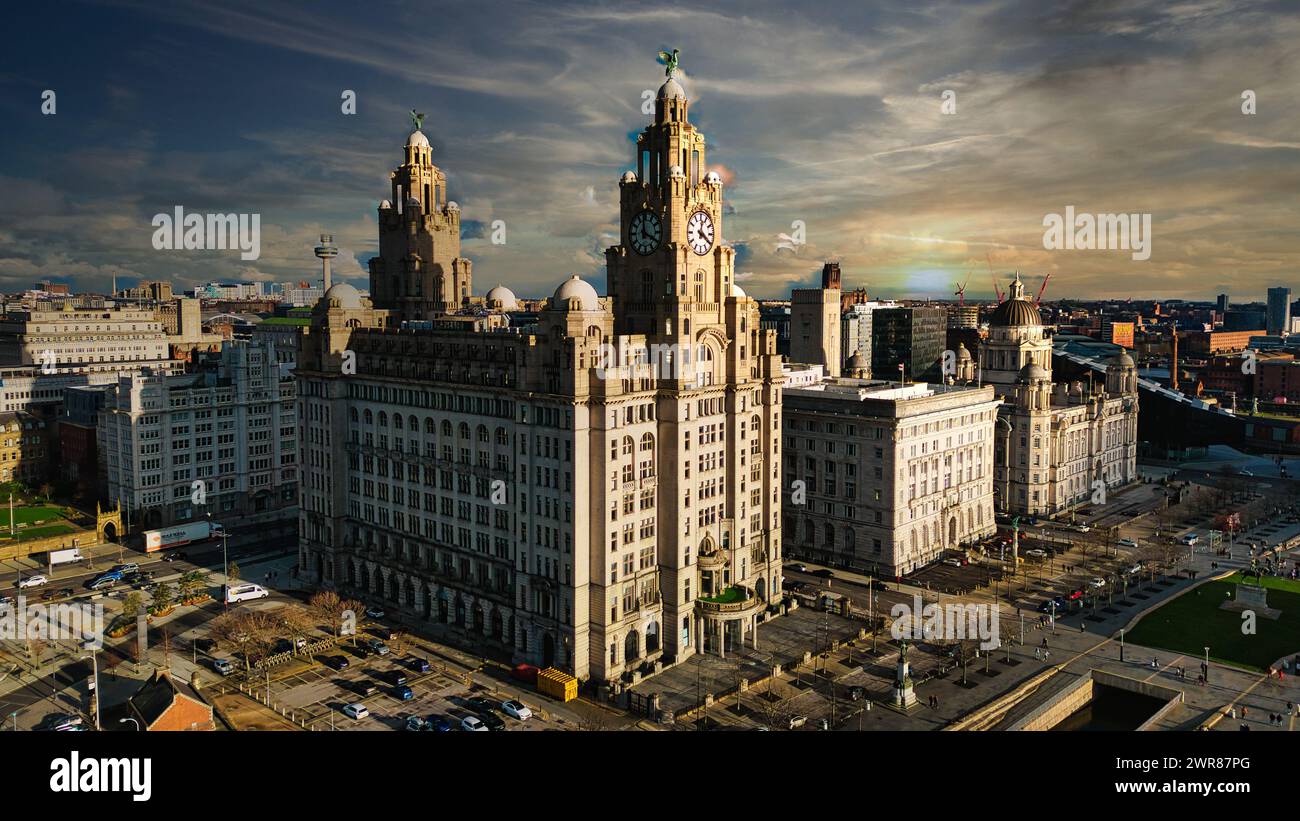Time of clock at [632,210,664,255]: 3:58
